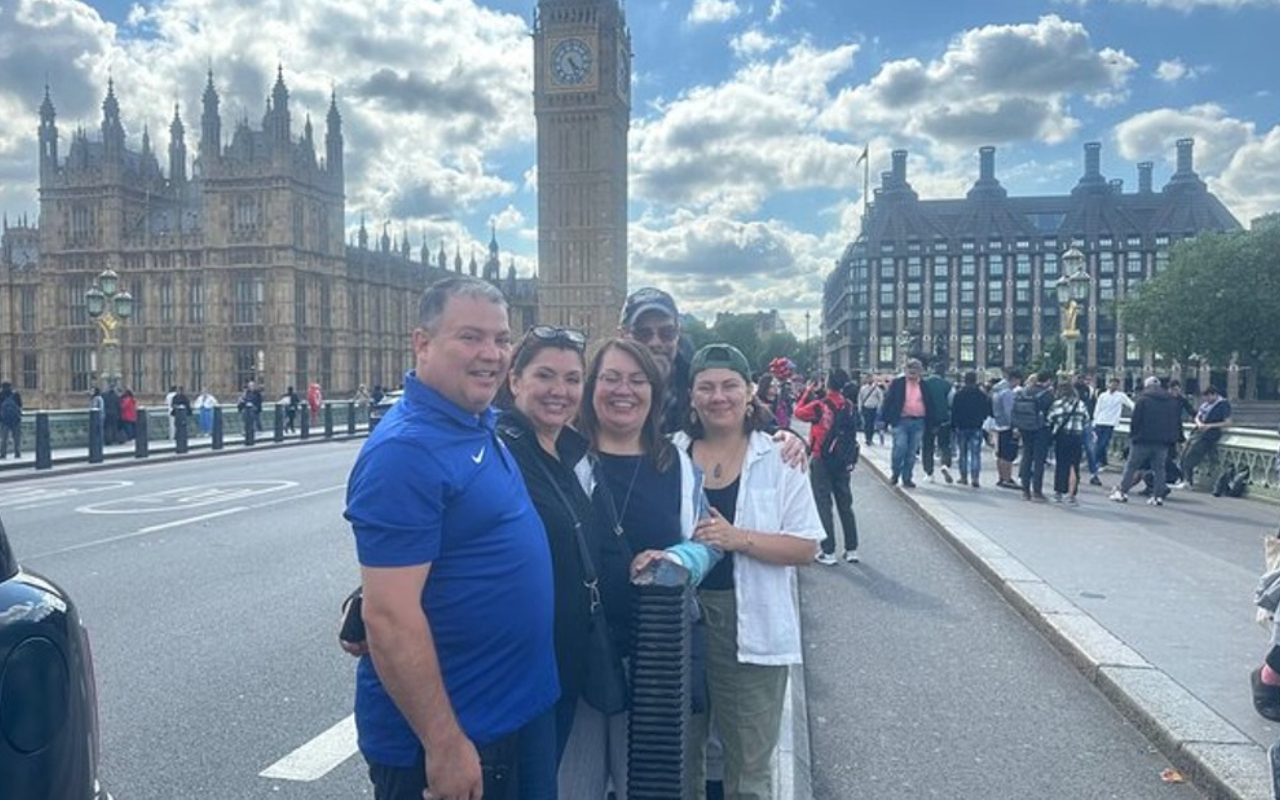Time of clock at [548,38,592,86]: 4:26
